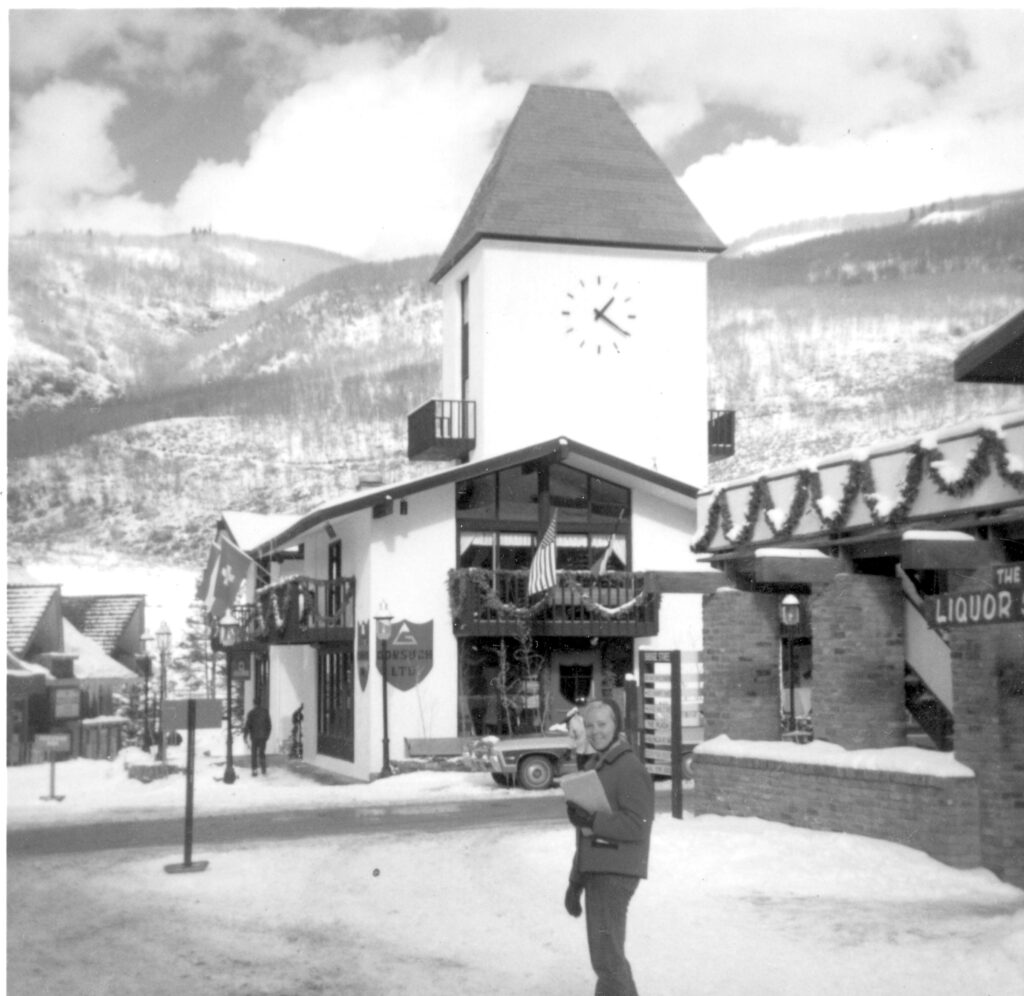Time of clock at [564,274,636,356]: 1:20
